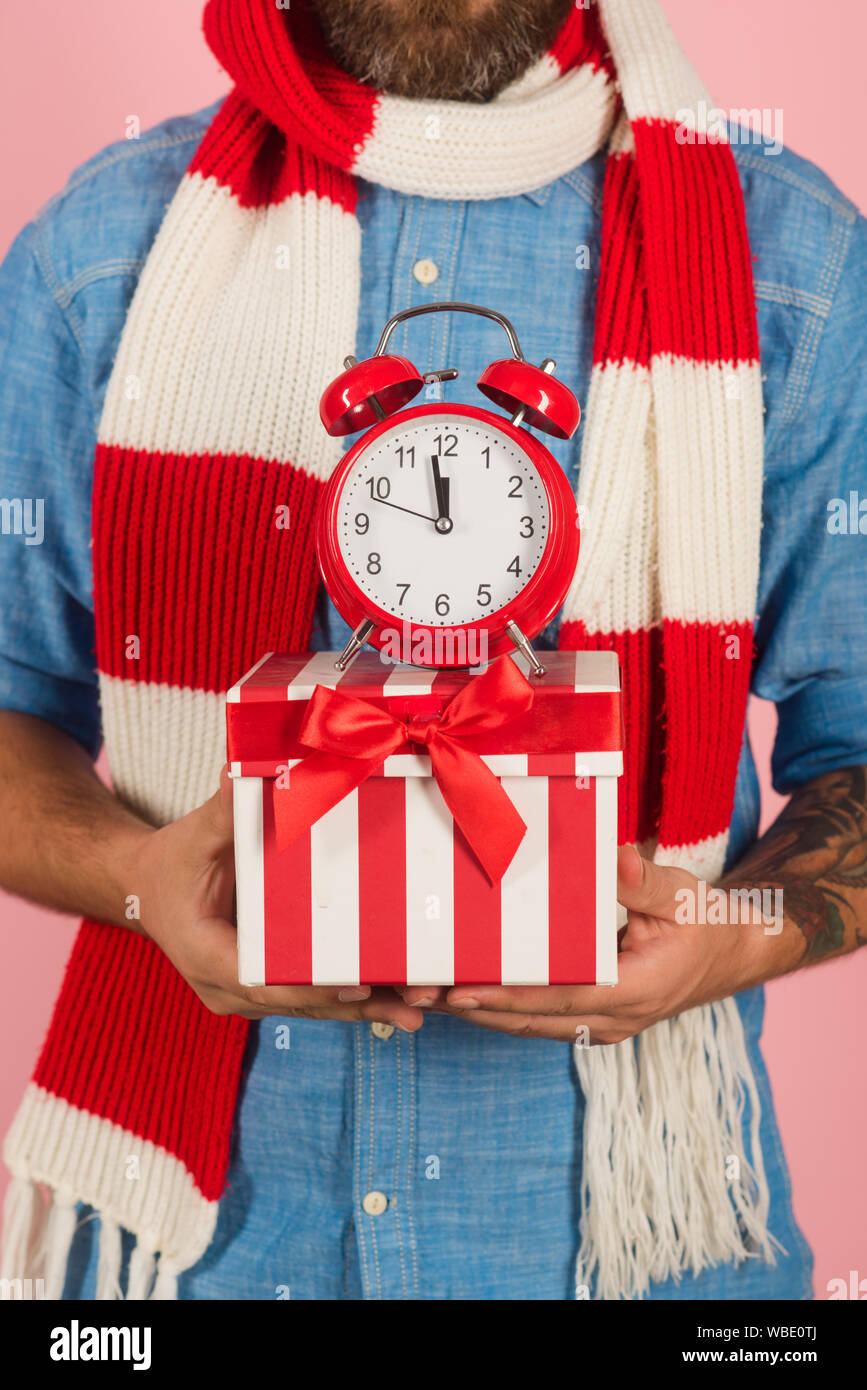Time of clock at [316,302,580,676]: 11:58
